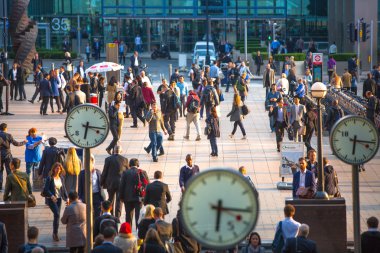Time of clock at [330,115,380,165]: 6:16
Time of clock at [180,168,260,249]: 6:16
